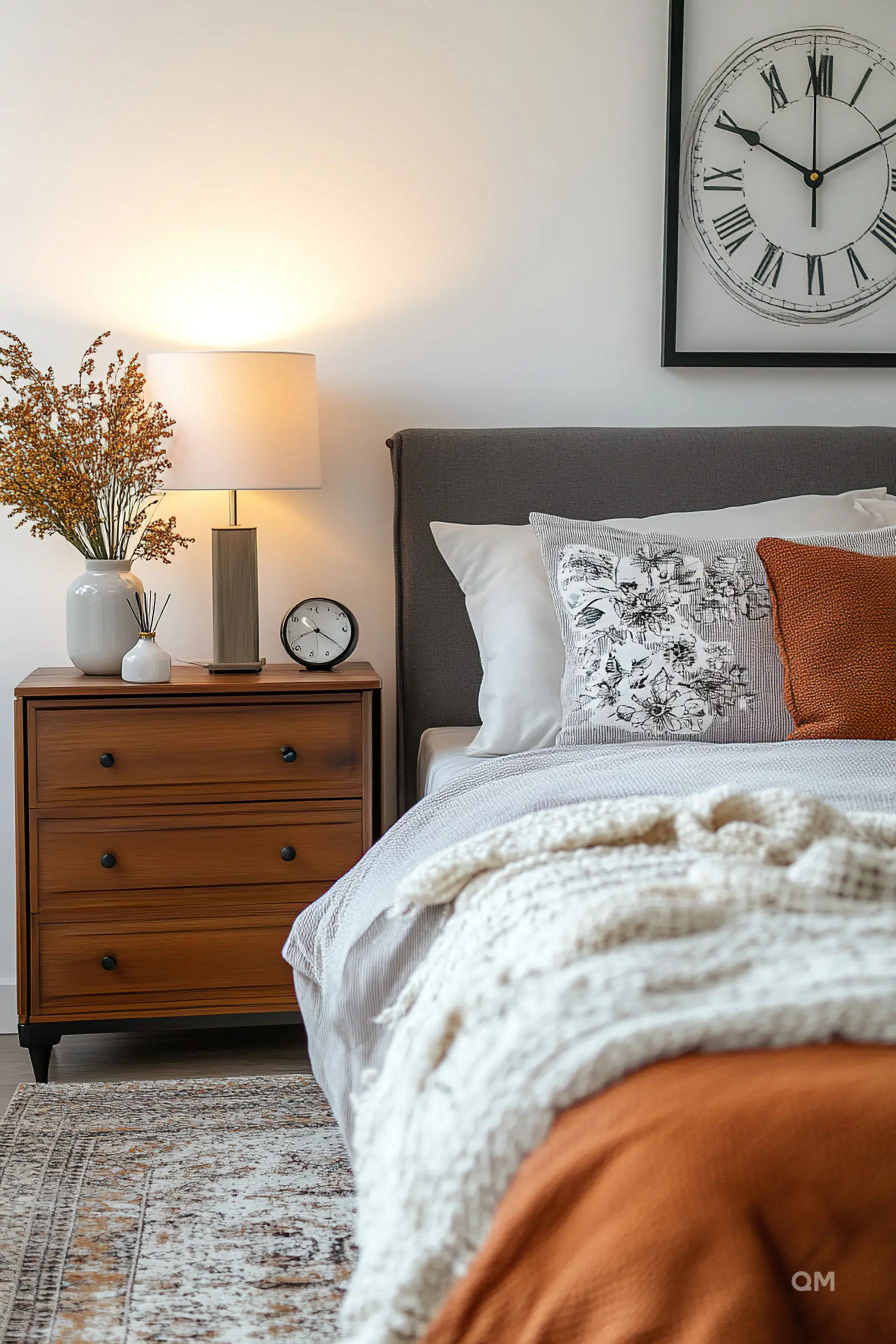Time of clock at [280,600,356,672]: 8:20
